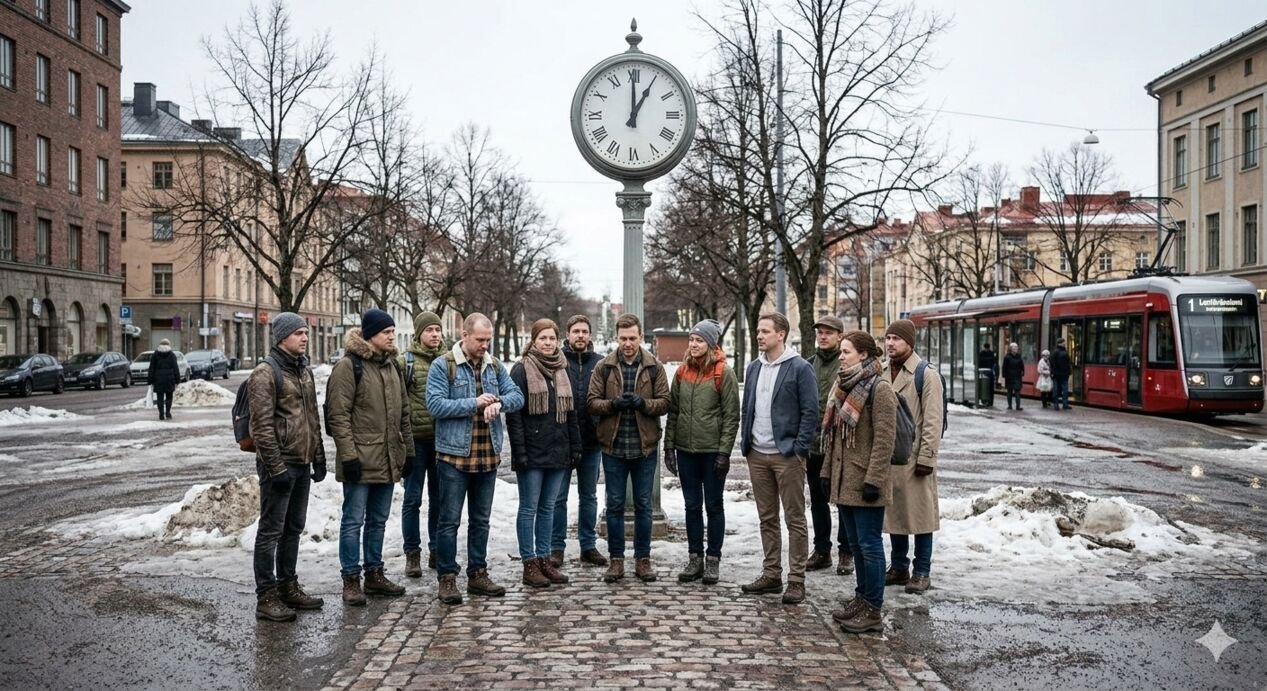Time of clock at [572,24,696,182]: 1:00
